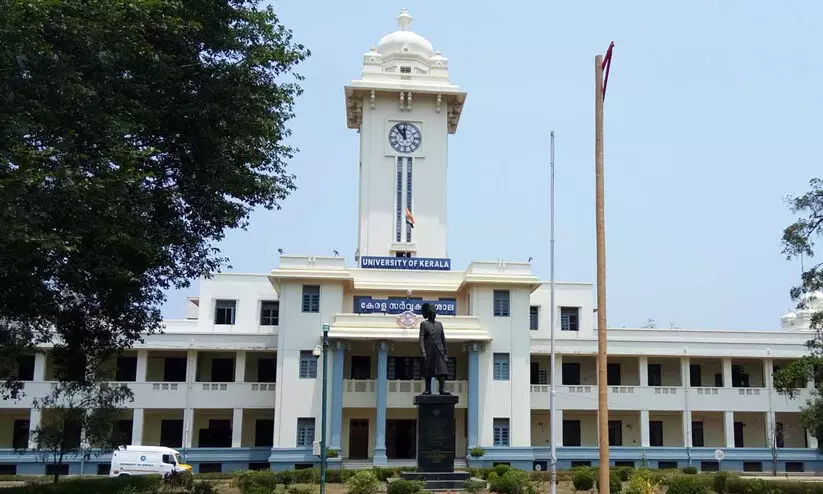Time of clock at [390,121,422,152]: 11:53
